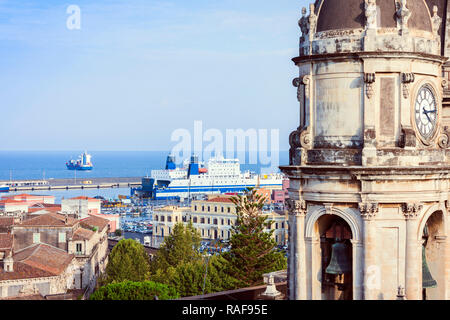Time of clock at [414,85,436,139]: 4:14
